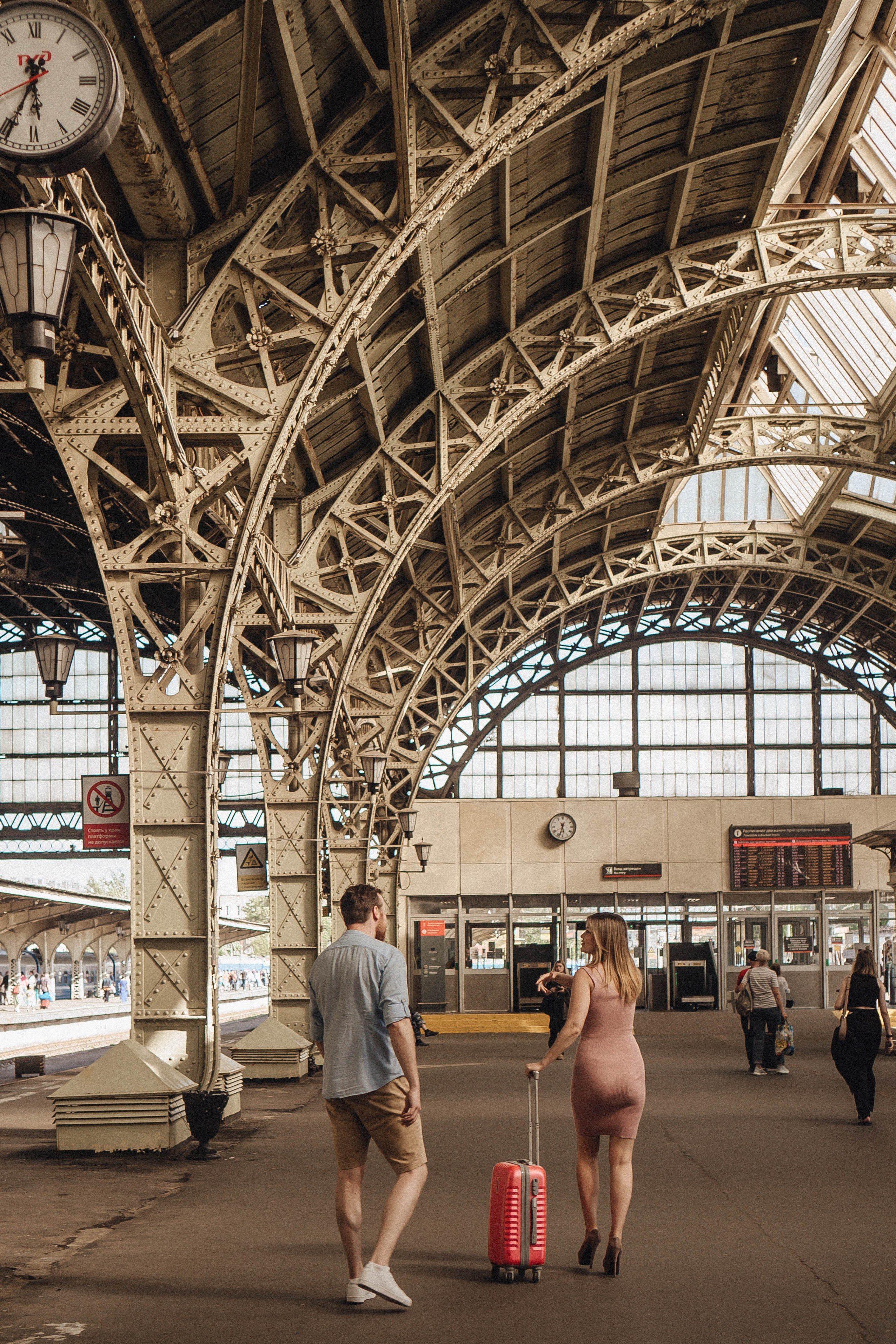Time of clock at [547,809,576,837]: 5:33
